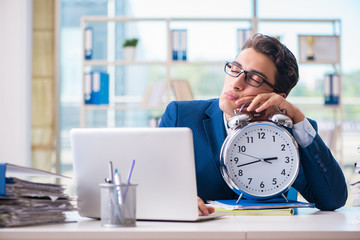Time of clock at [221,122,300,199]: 2:42
